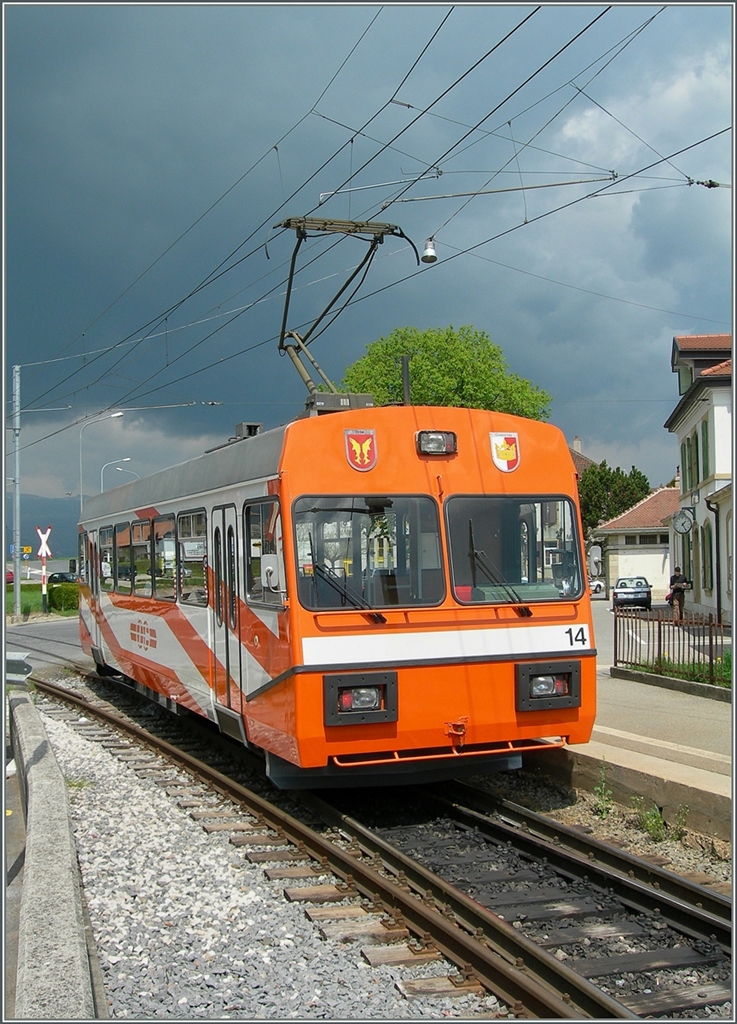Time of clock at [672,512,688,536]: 1:24
